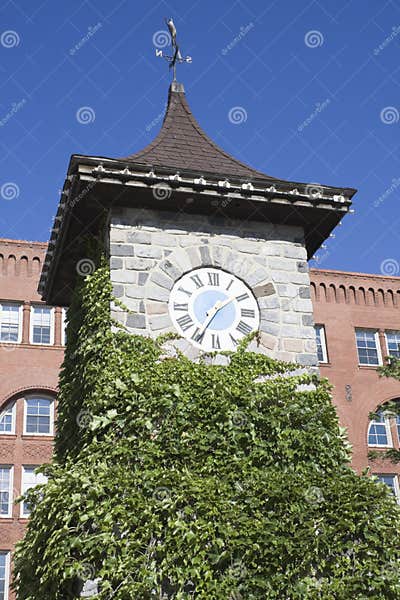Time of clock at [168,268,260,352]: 1:34
